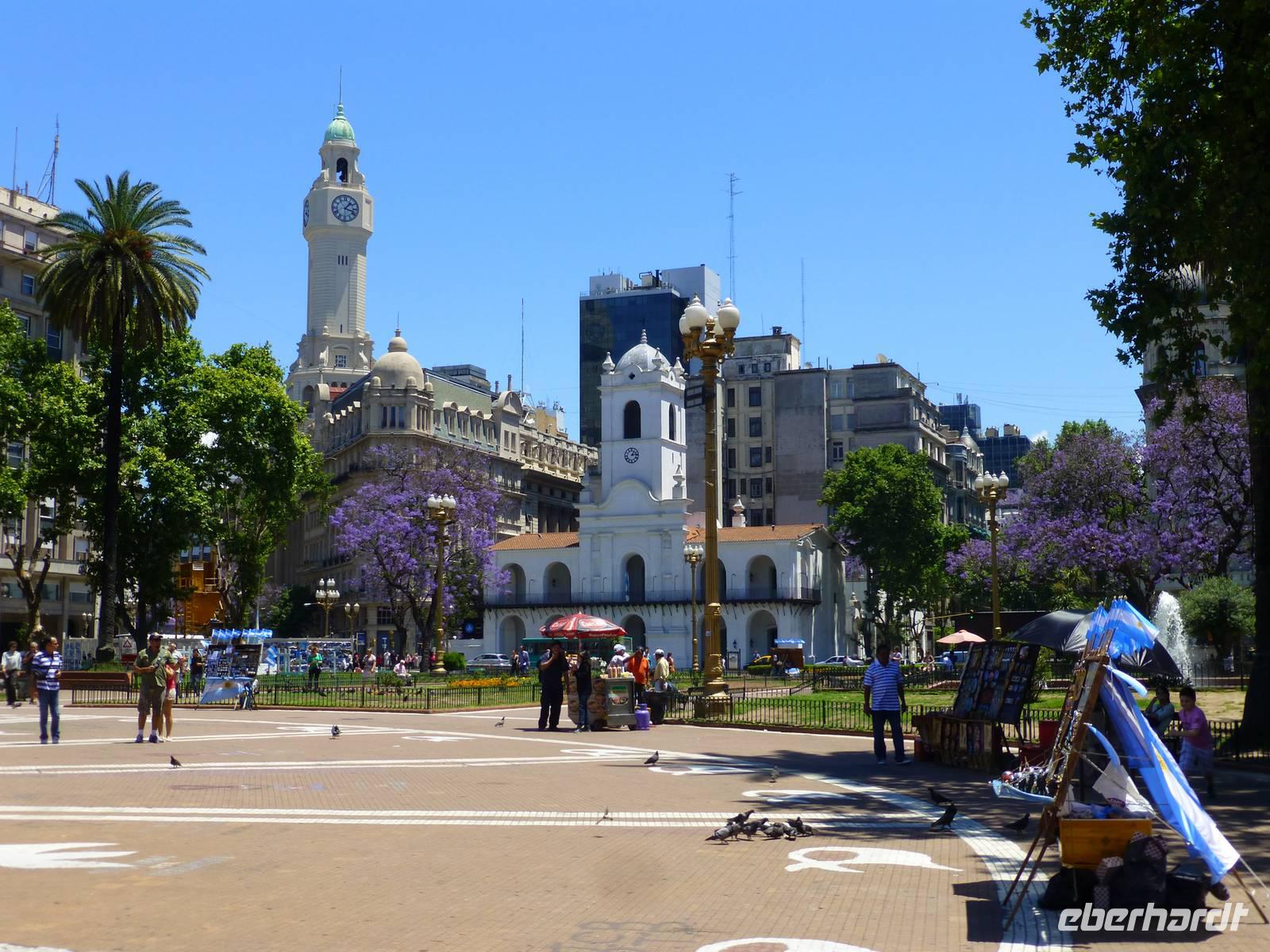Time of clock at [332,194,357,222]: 1:18
